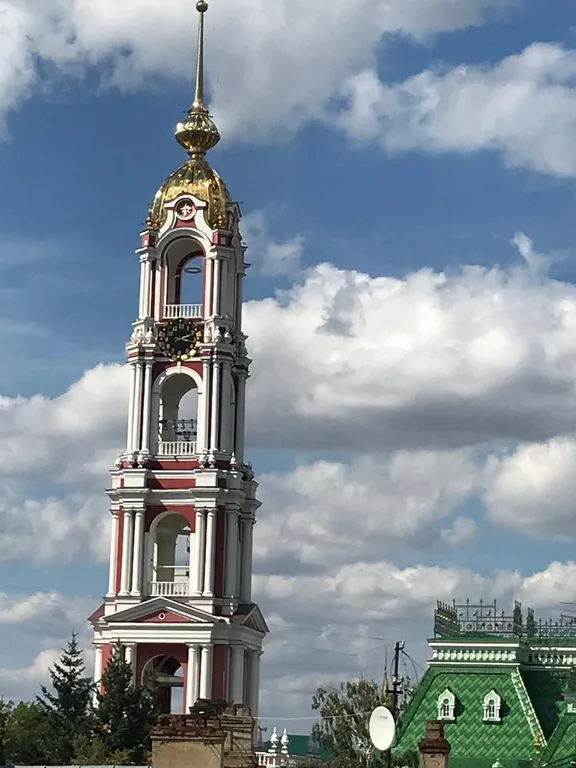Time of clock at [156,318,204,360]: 2:18
